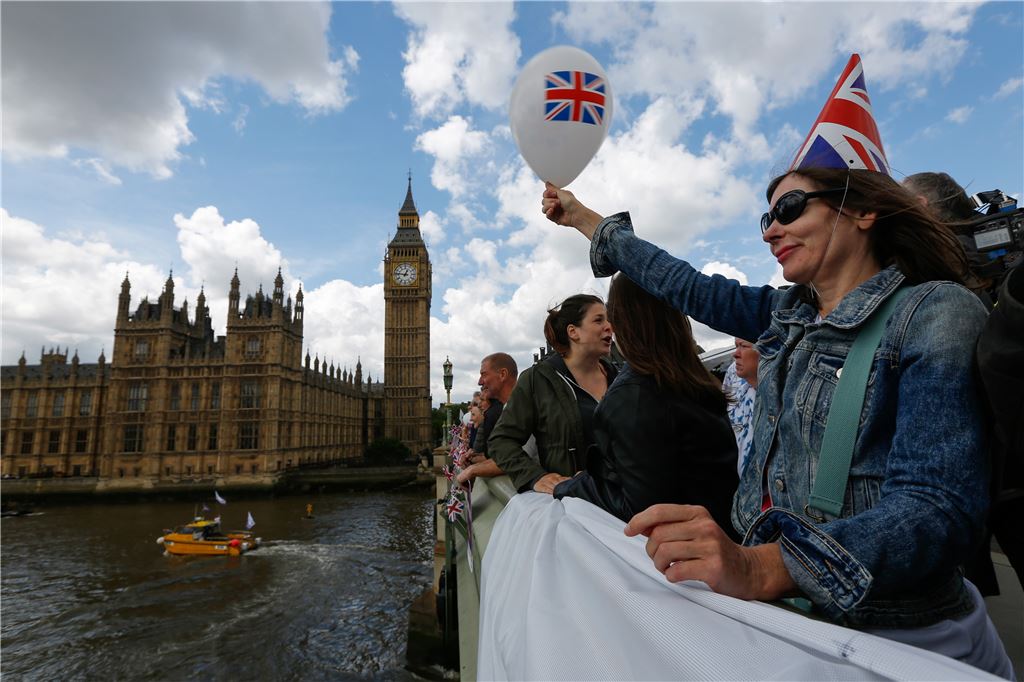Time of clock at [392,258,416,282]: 12:46
